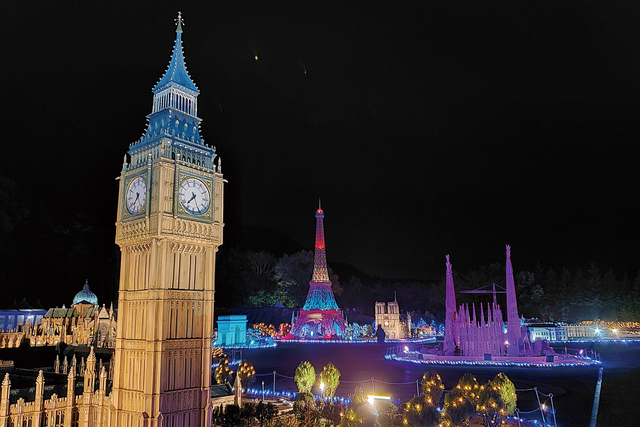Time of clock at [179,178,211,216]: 7:25
